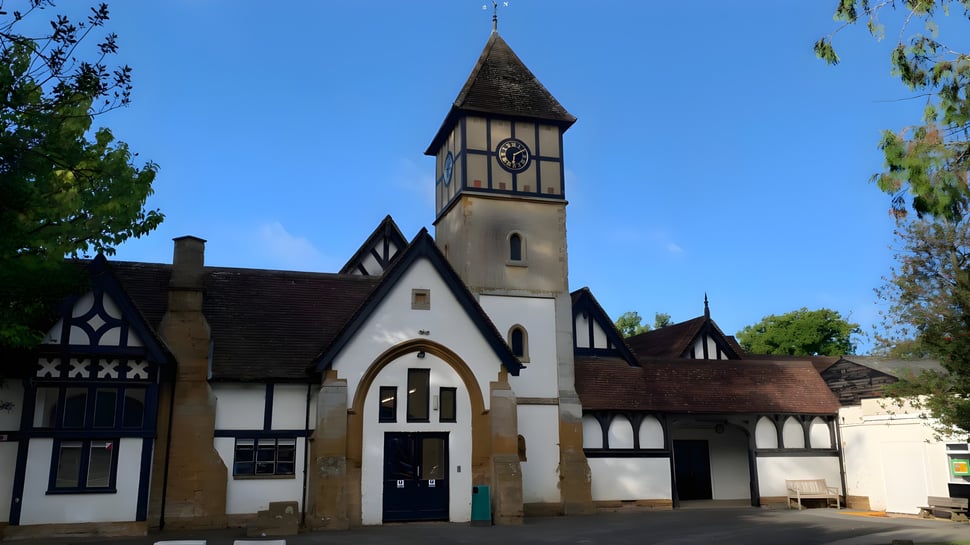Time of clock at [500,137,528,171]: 6:10
